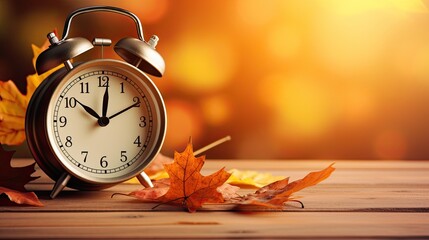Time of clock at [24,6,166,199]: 10:01
